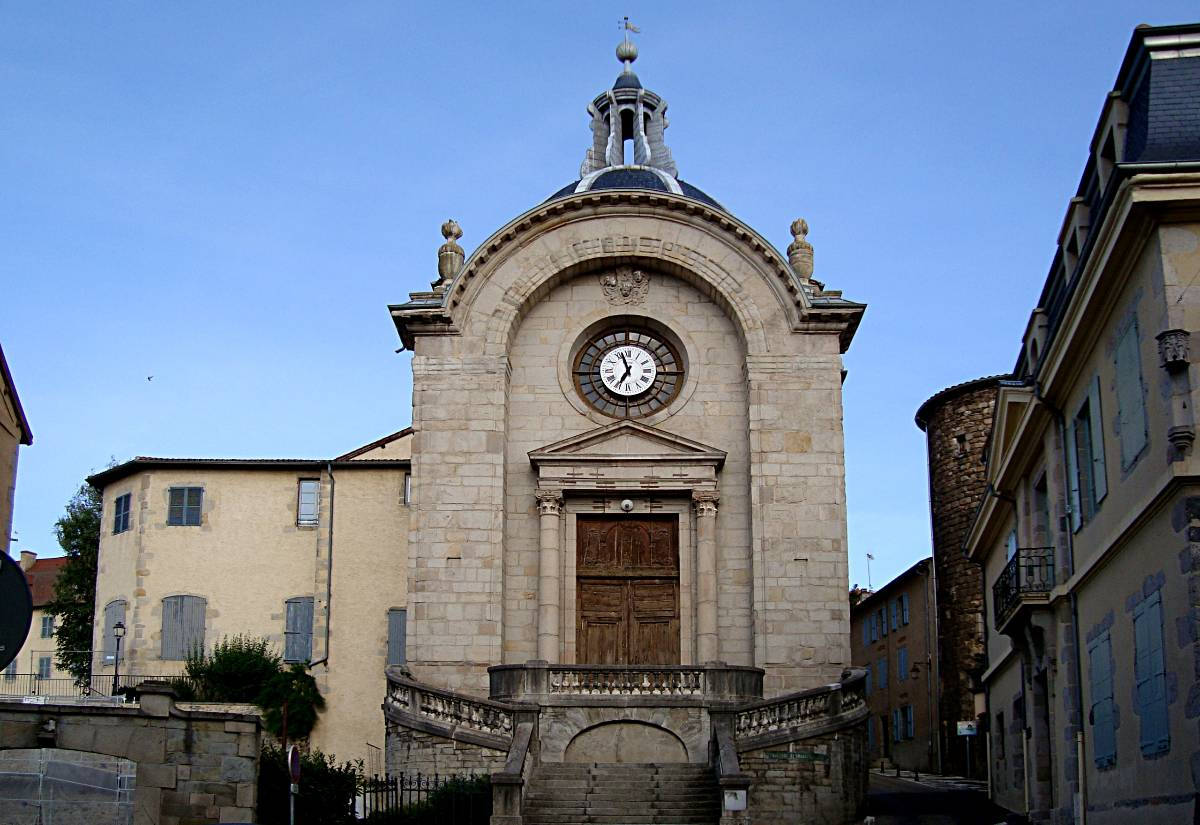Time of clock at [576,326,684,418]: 6:56
